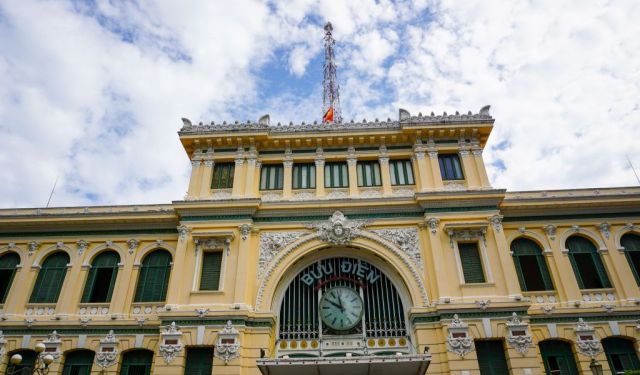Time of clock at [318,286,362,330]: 11:49
